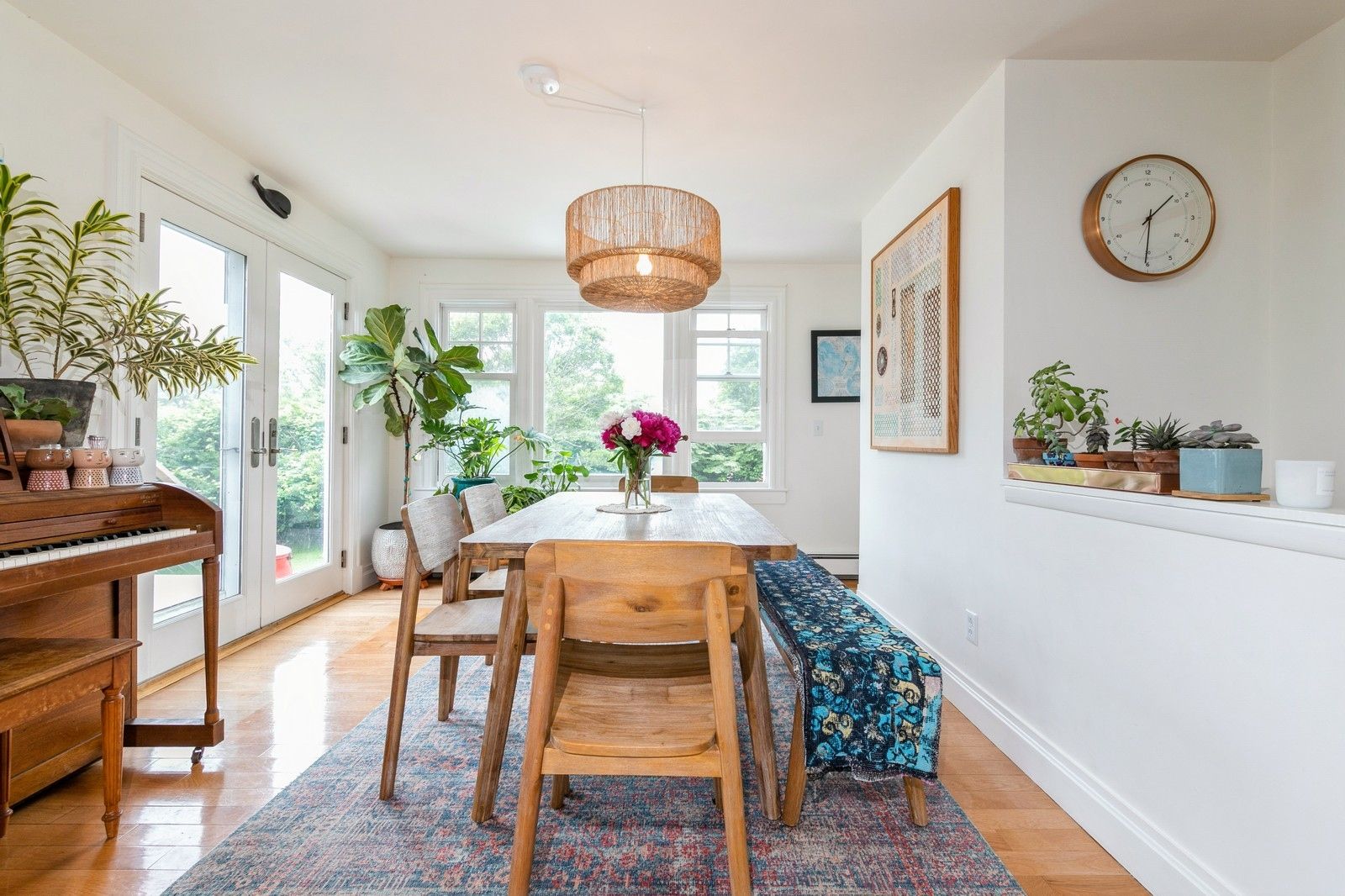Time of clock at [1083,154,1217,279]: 1:30
